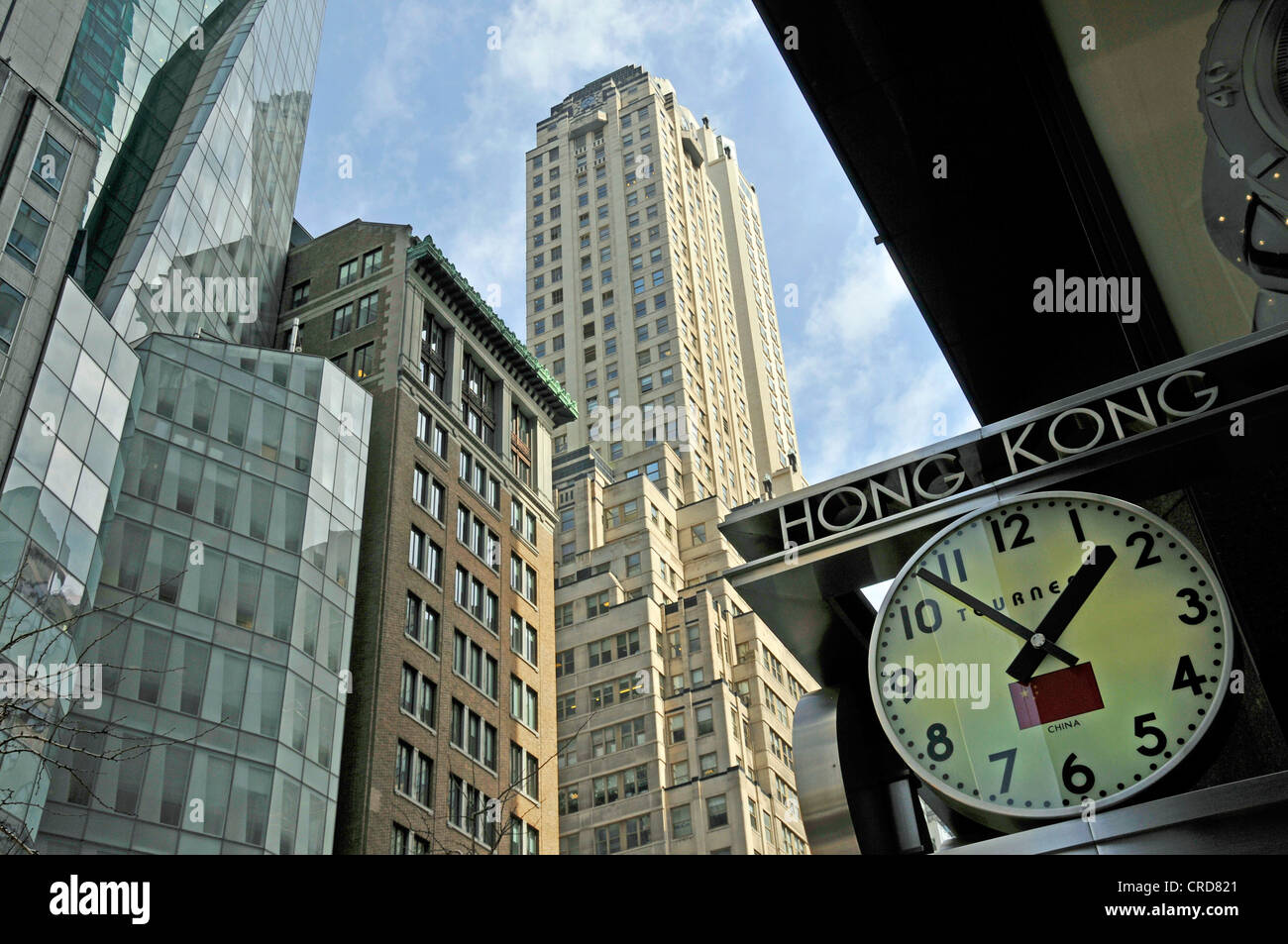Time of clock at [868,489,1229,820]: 1:53
